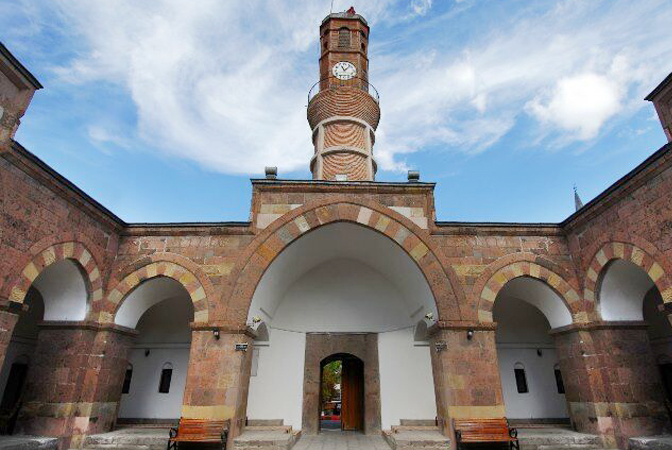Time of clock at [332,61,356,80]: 11:07
